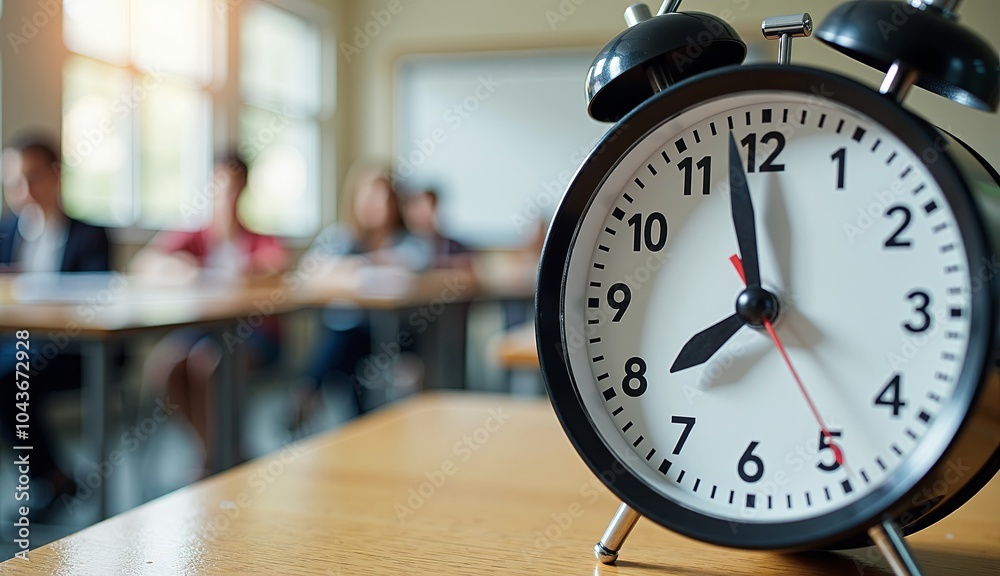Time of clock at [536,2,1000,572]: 7:58
